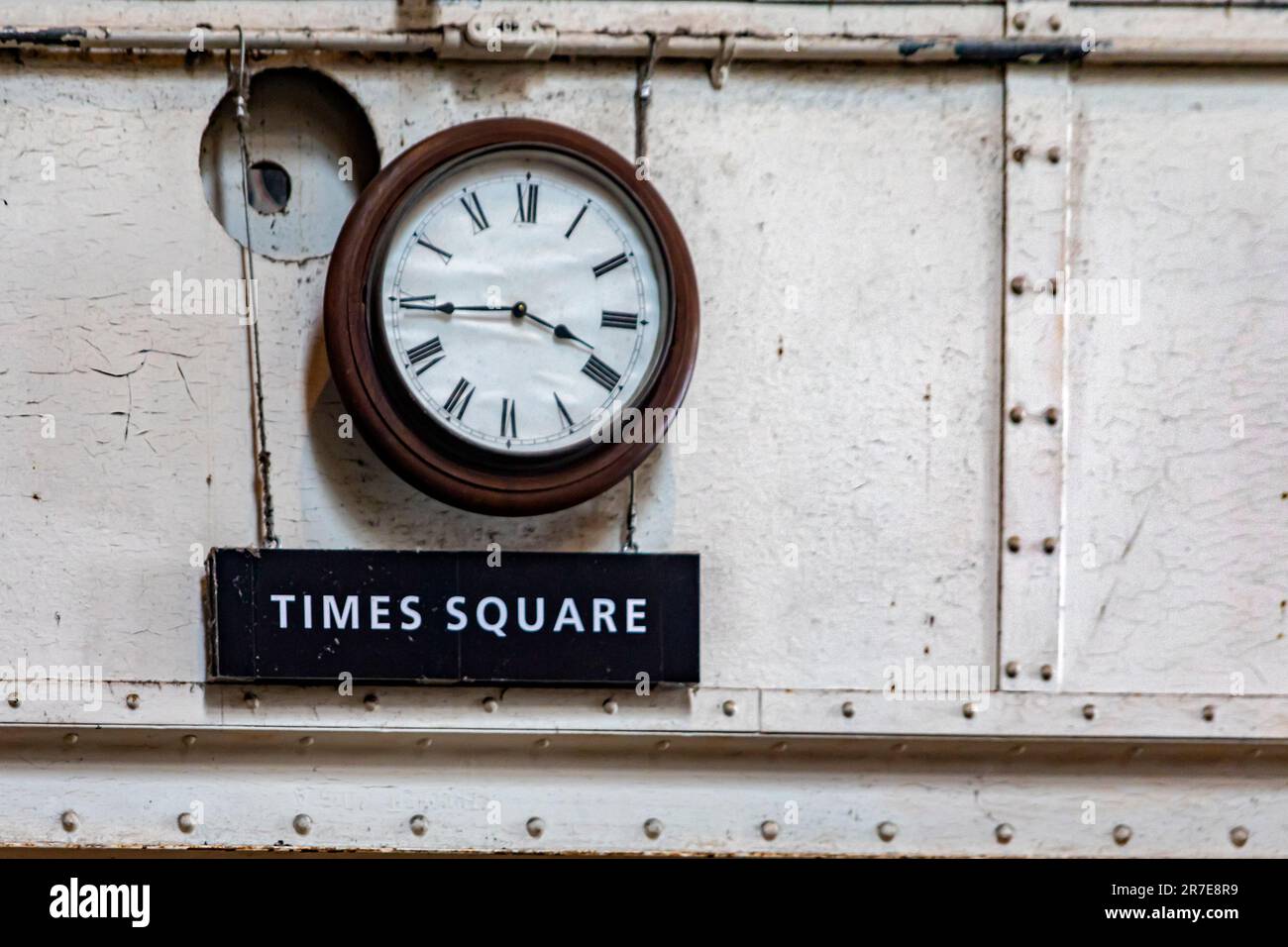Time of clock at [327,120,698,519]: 3:44
